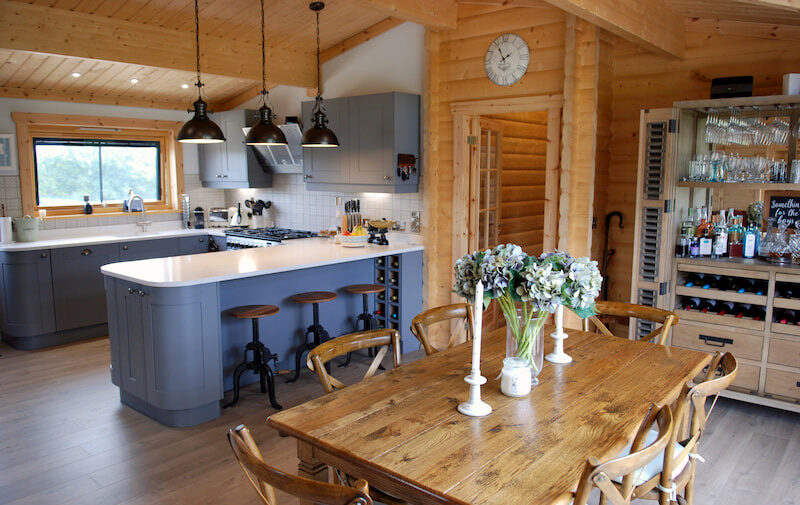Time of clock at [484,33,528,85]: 1:56
